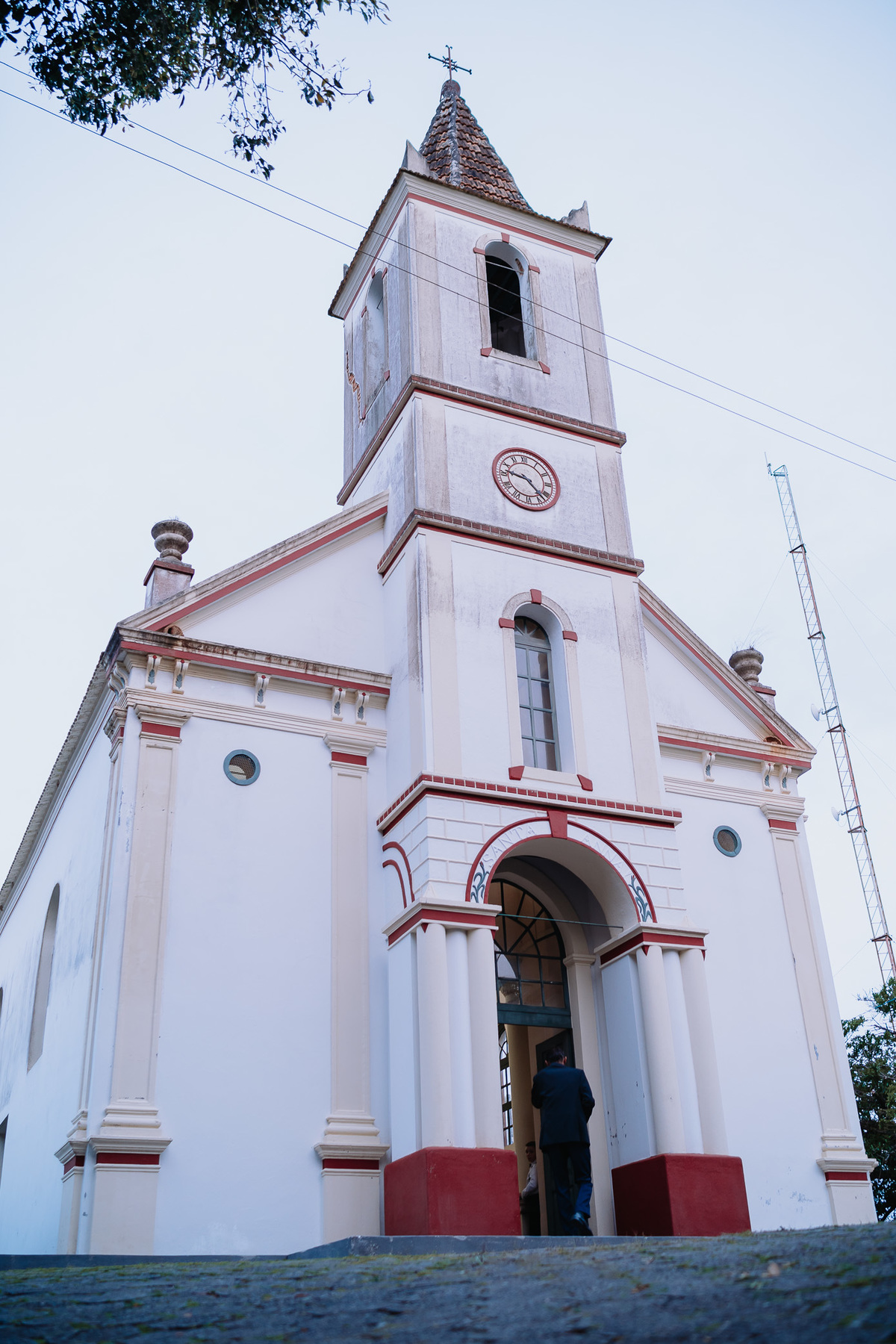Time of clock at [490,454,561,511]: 9:22
